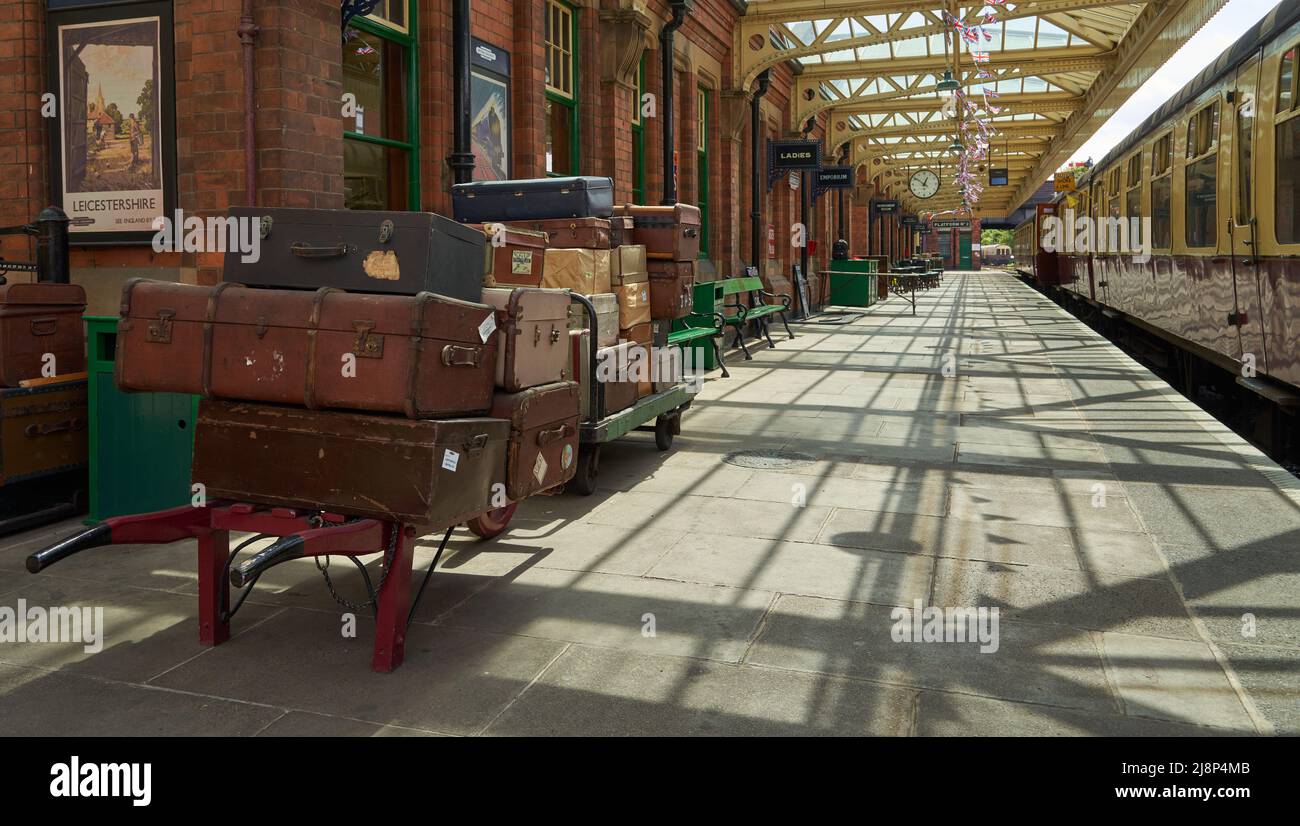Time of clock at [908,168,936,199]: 12:51
